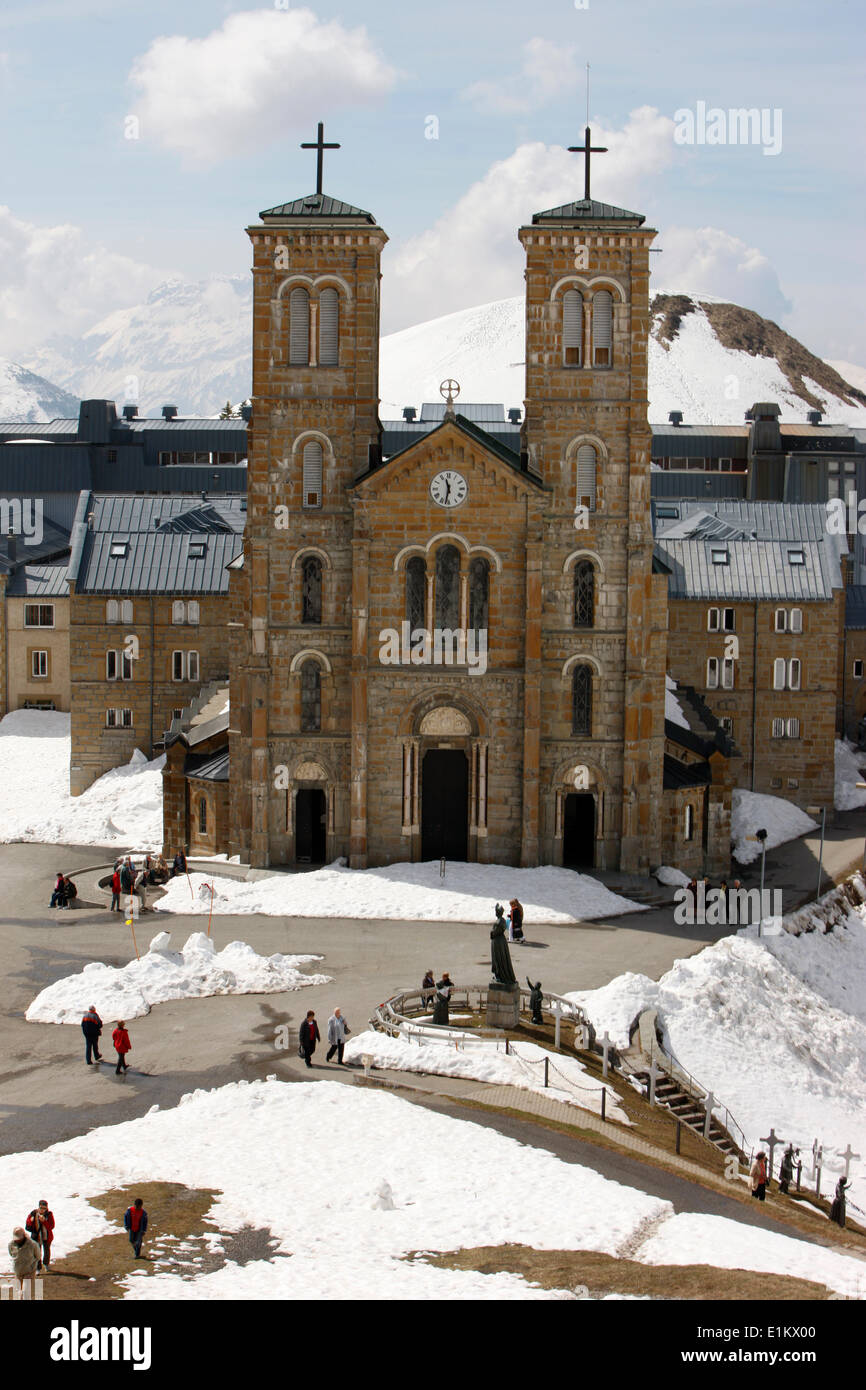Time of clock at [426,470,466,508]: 11:32
